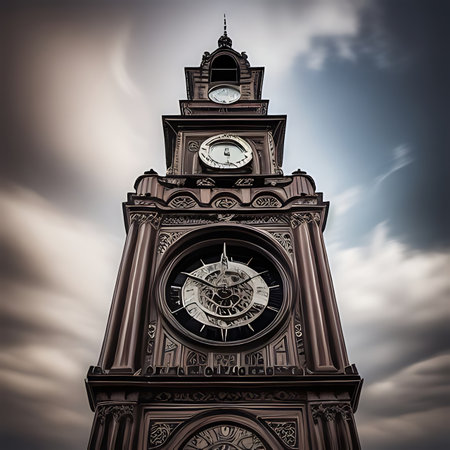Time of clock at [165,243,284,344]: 1:49
